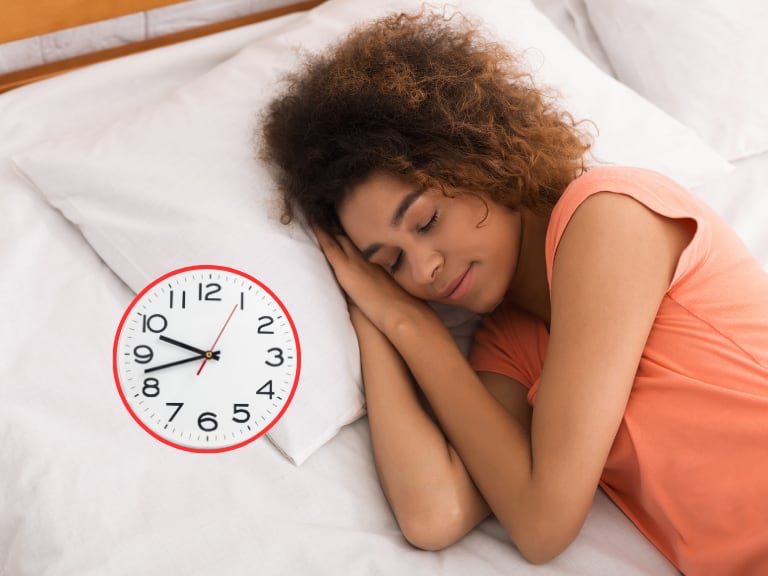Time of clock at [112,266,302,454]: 9:42
